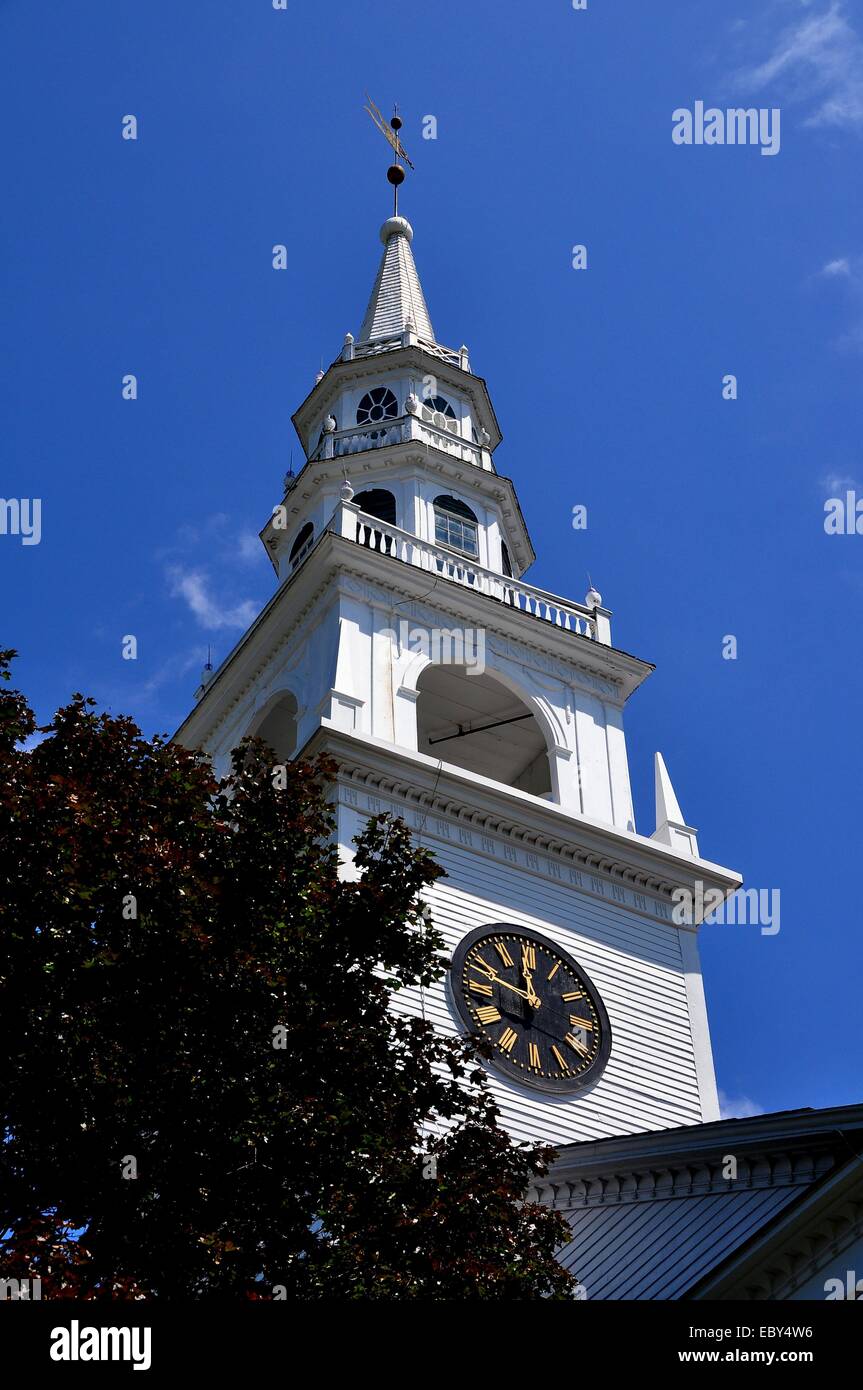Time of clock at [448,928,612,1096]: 11:48
